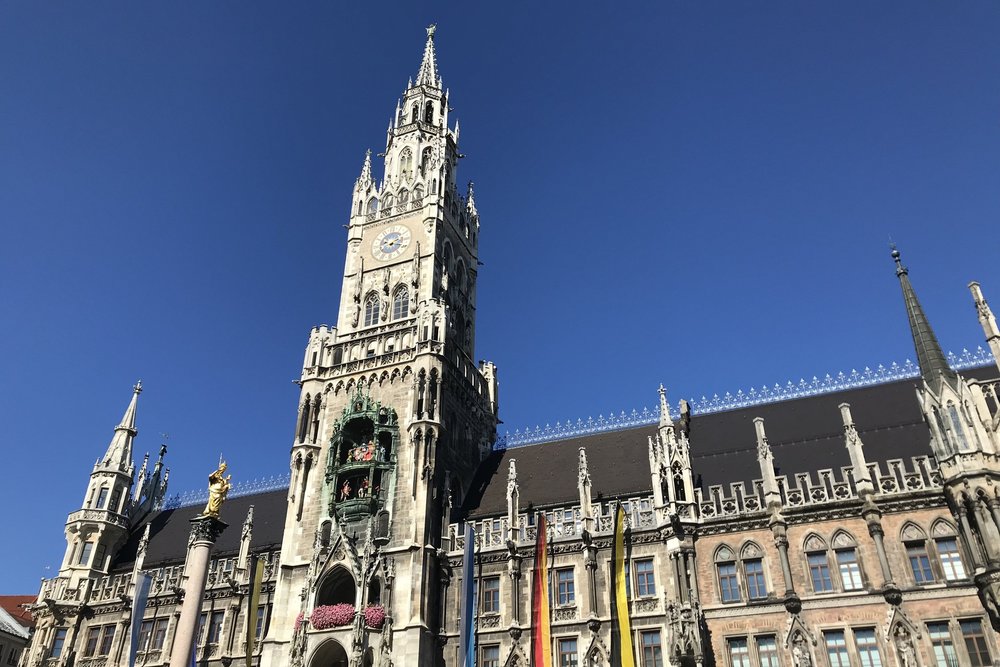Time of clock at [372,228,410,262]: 2:18
